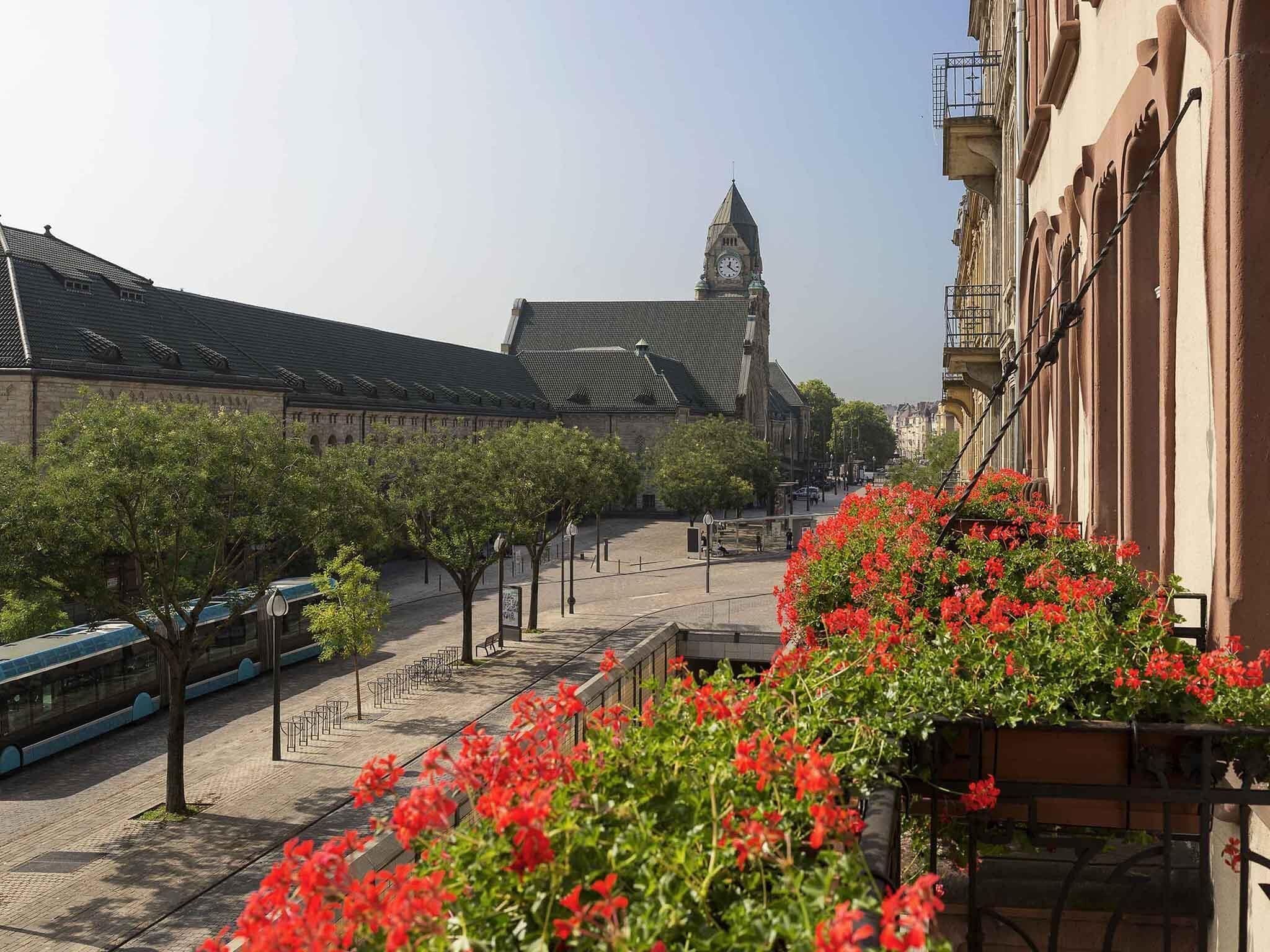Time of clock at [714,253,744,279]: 12:21
